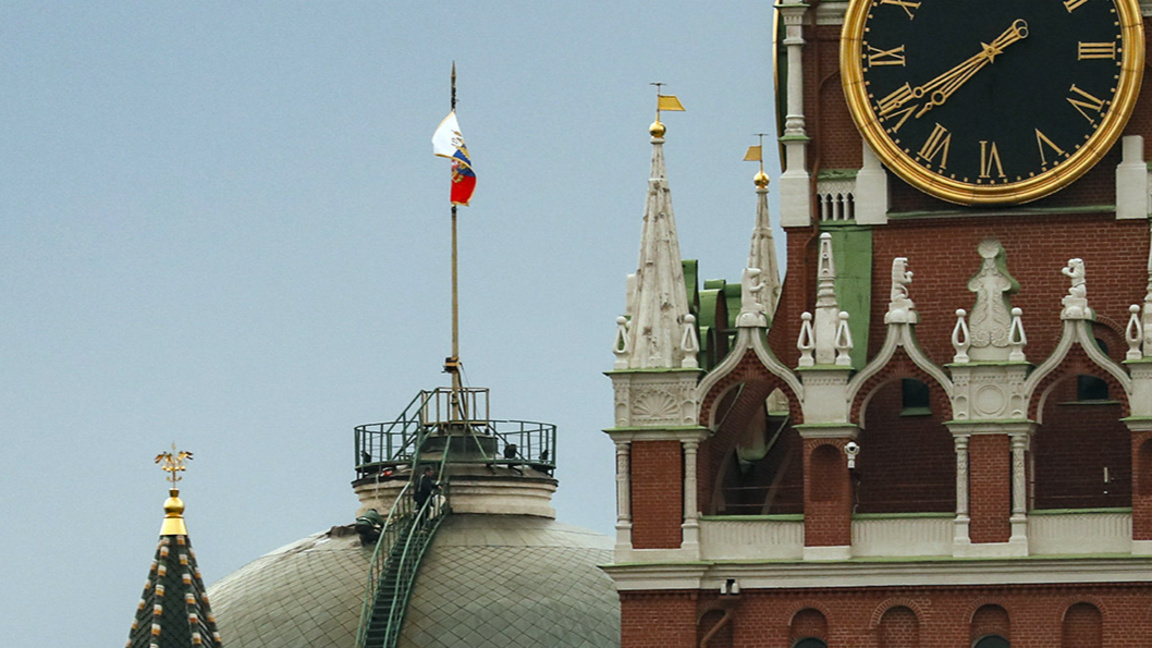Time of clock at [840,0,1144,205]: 7:40
